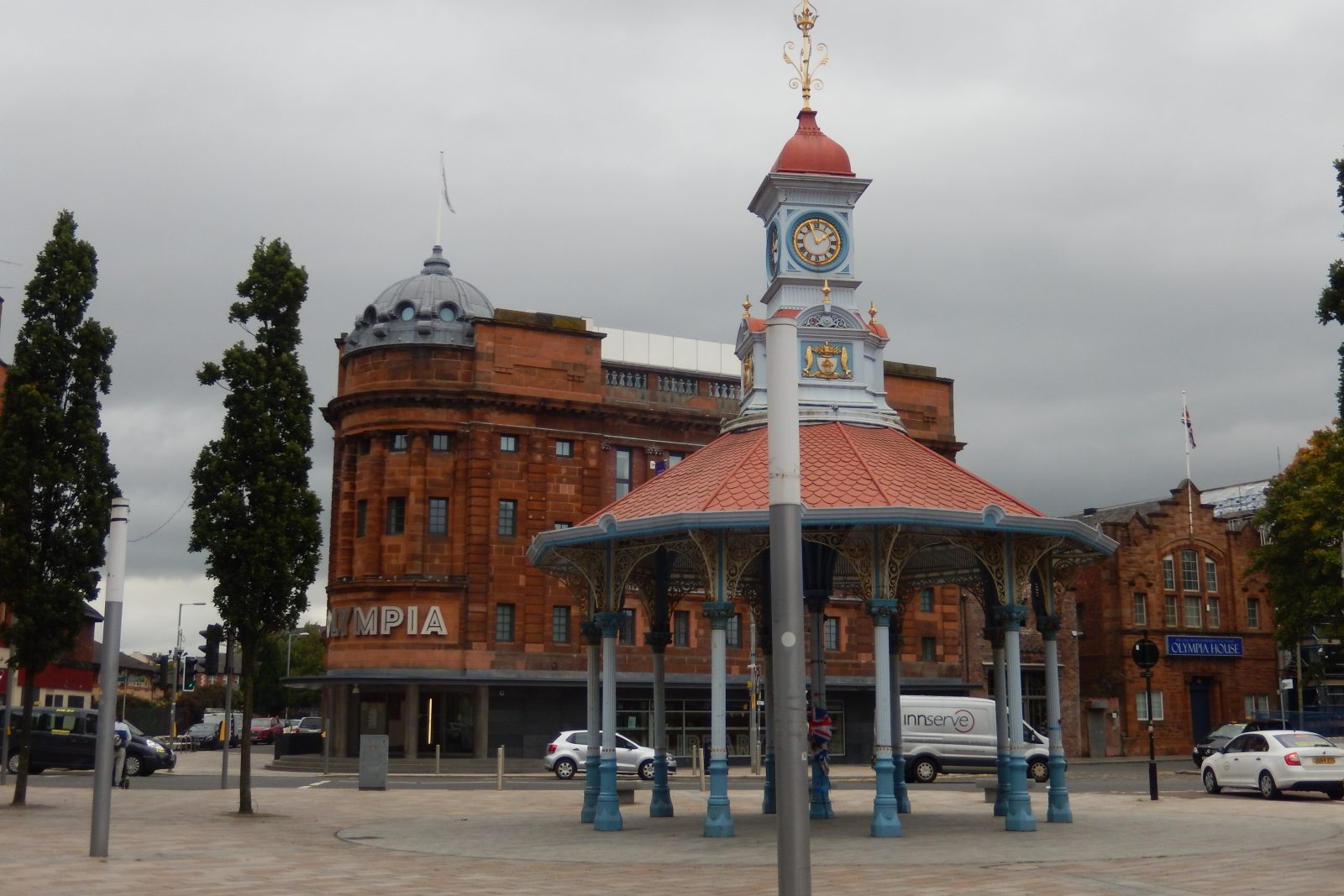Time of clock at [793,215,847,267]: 1:56
